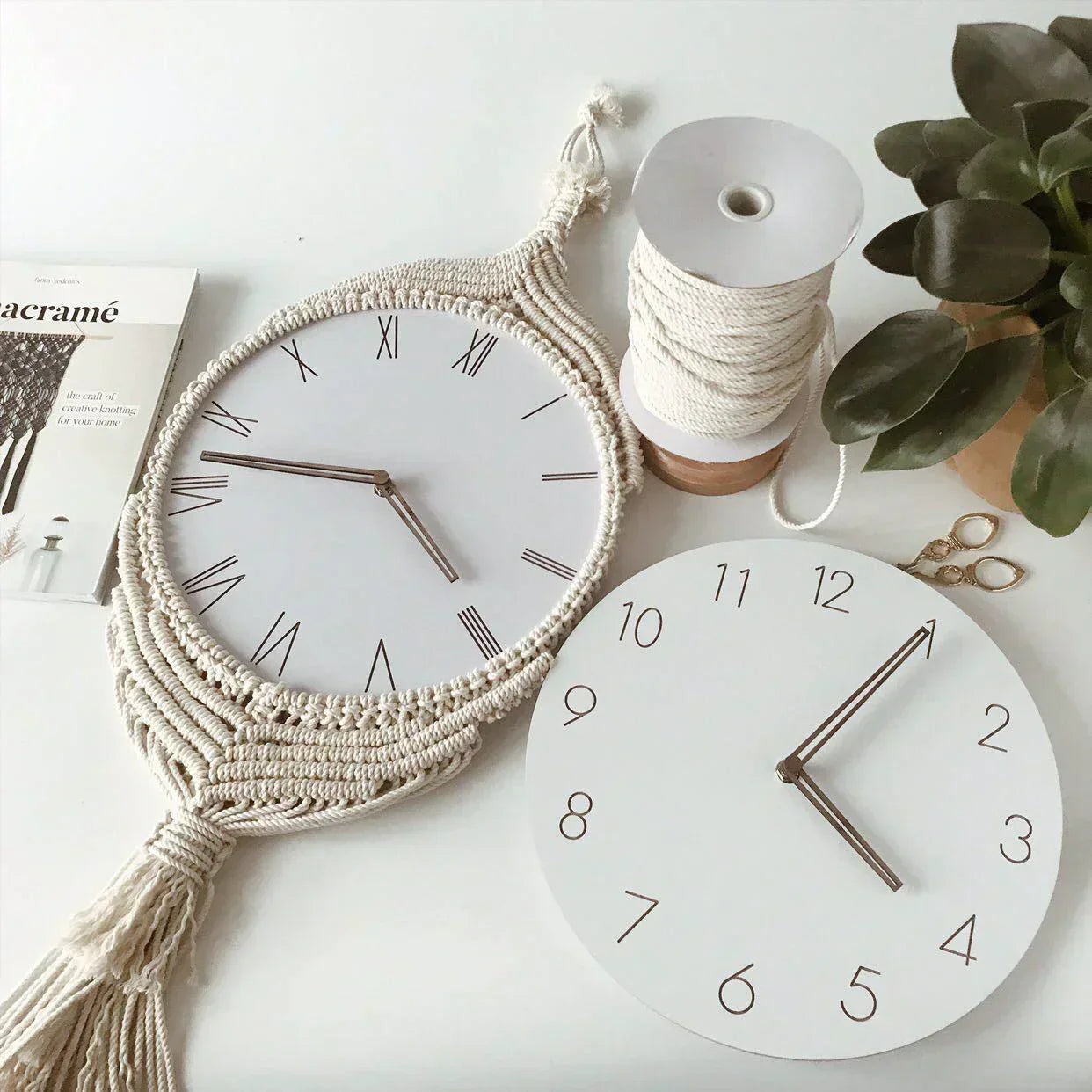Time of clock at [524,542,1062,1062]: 4:05
